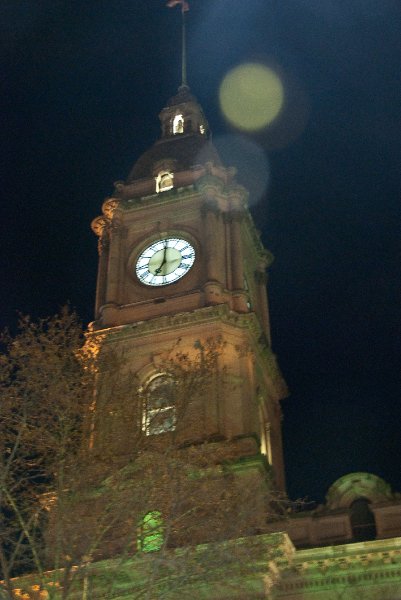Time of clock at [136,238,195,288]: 7:00
